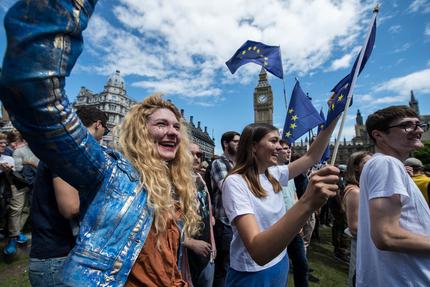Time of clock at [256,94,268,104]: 7:07
